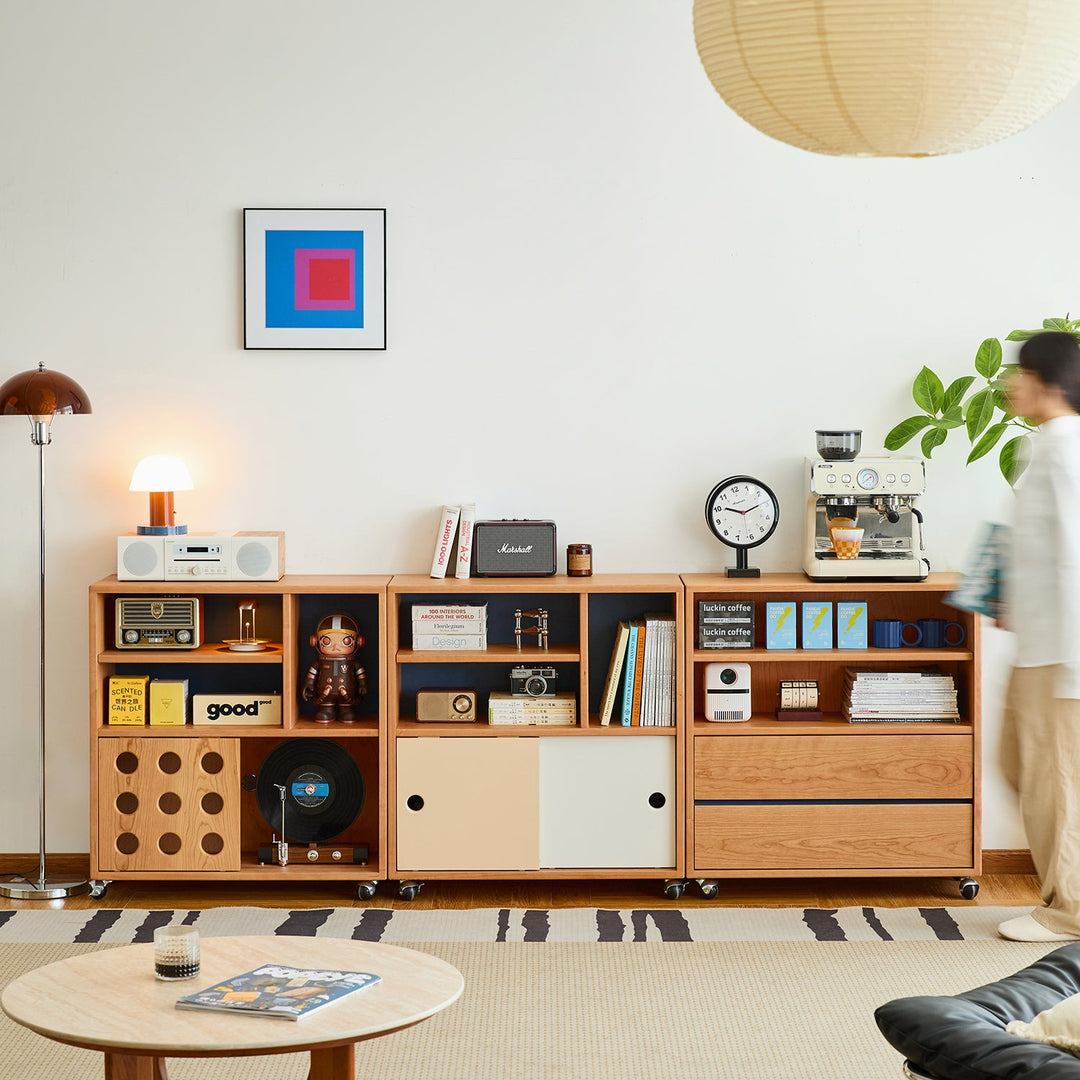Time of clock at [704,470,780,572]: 10:14
